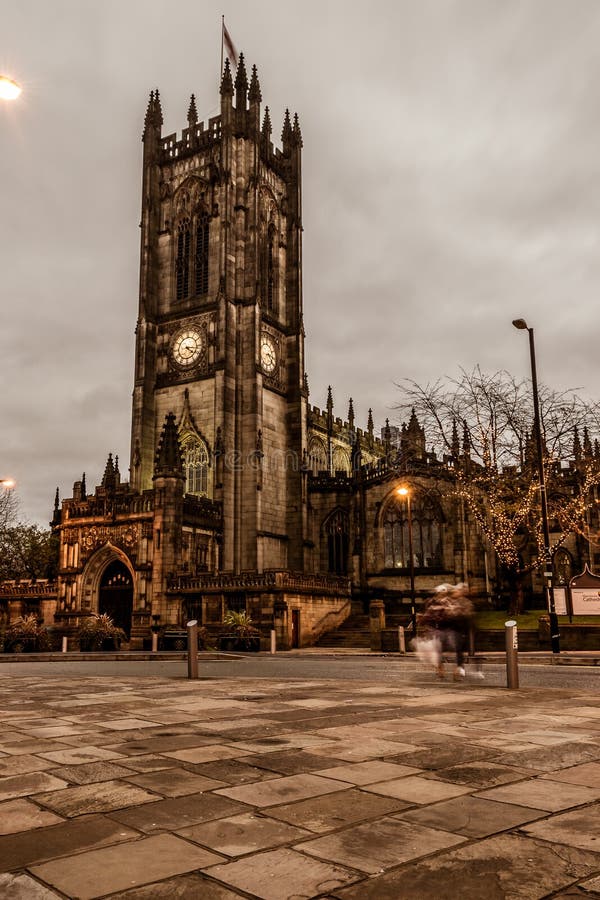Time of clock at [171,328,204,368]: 4:16
